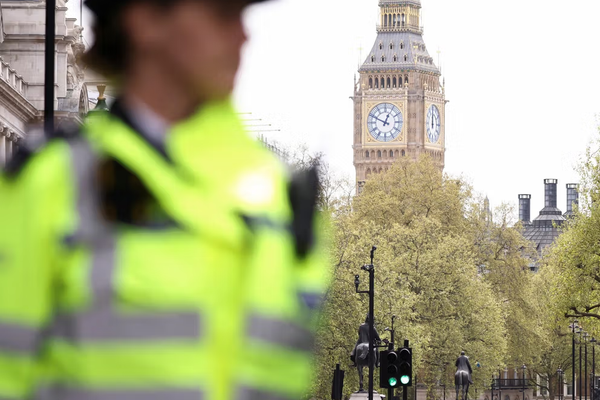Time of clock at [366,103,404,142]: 12:49
